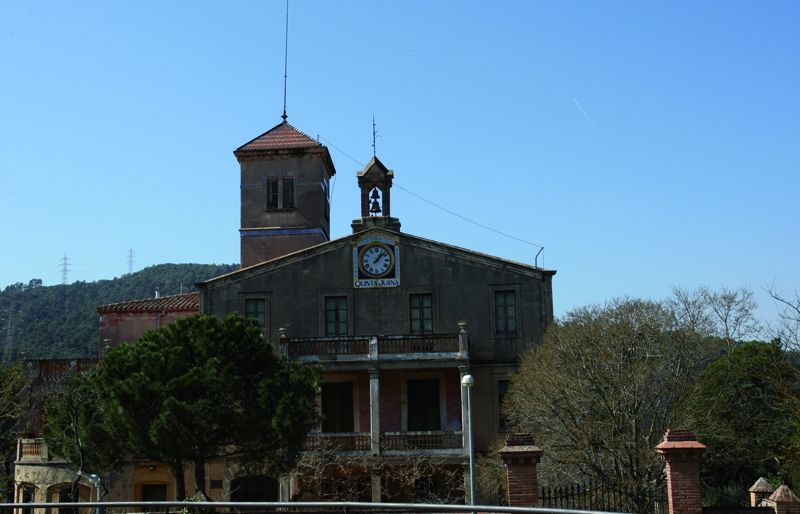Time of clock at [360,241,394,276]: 1:07
